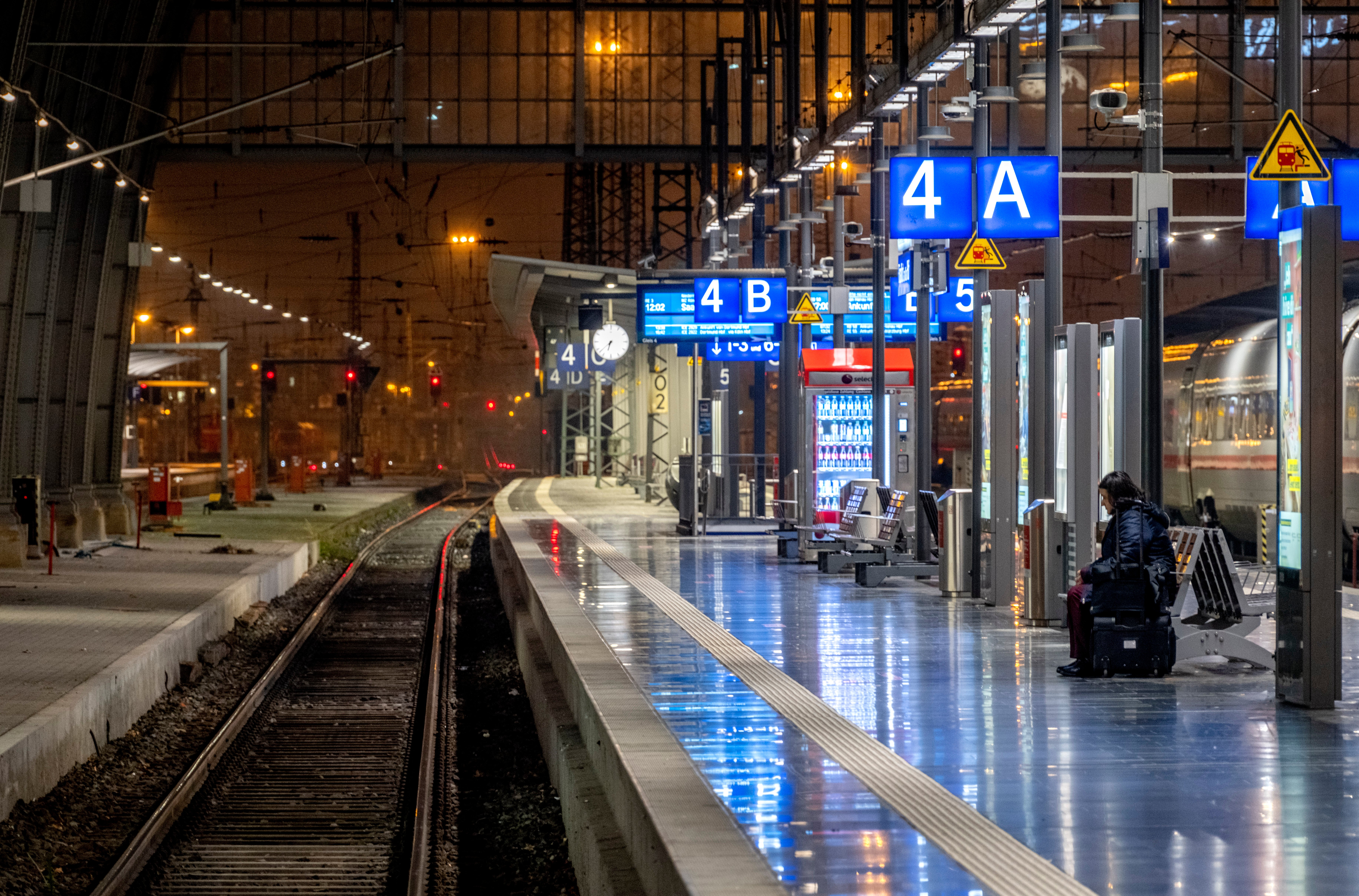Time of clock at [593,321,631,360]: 6:38
